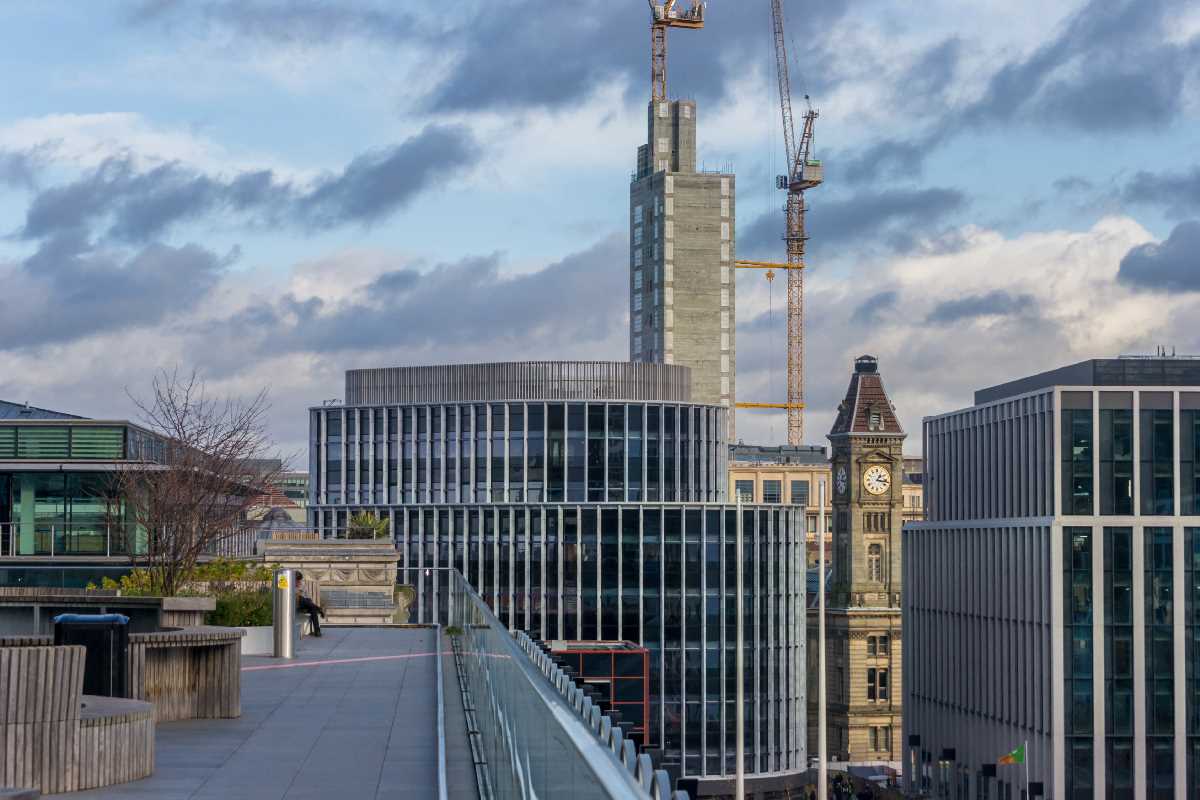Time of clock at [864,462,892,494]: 1:16
